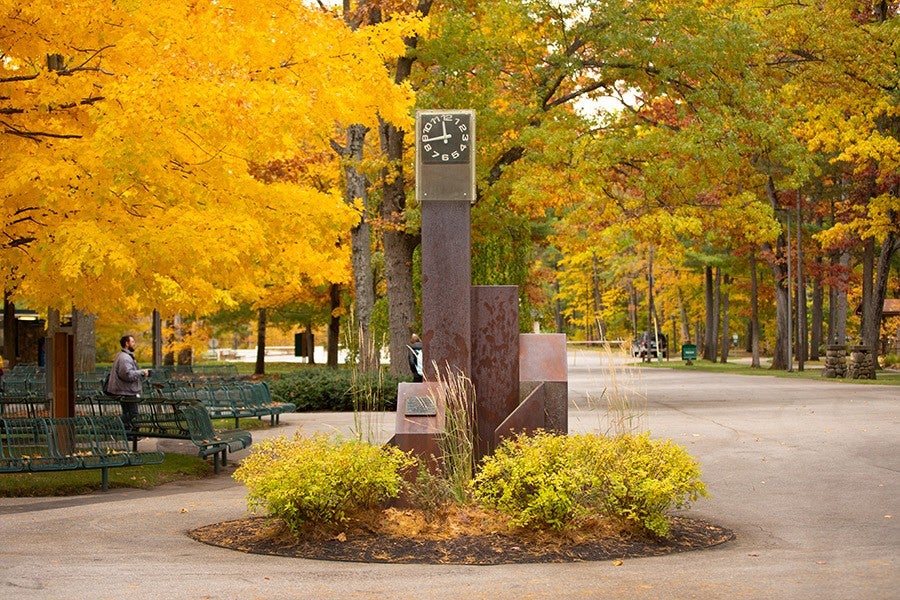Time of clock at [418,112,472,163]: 11:43
